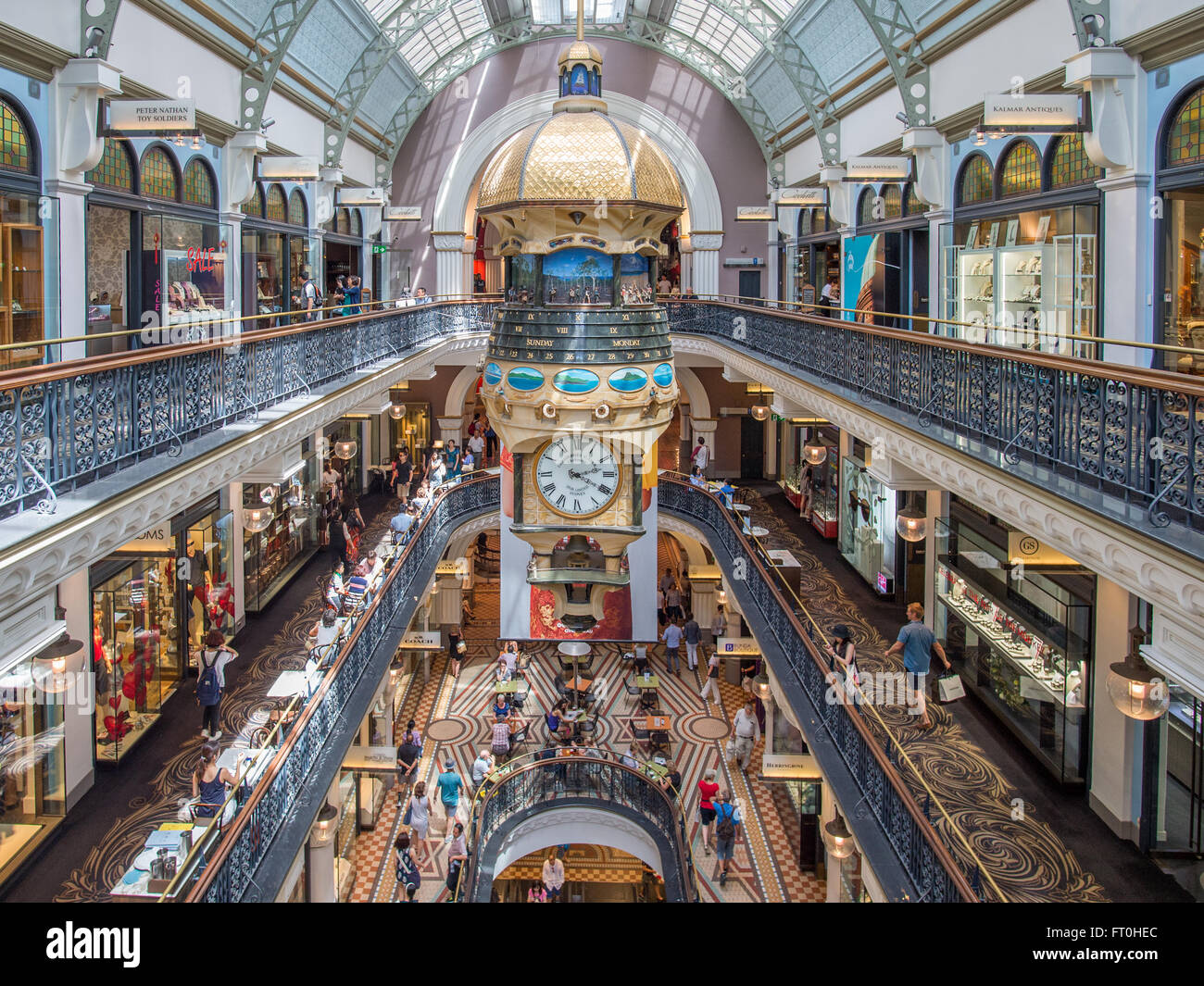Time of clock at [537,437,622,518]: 2:20
